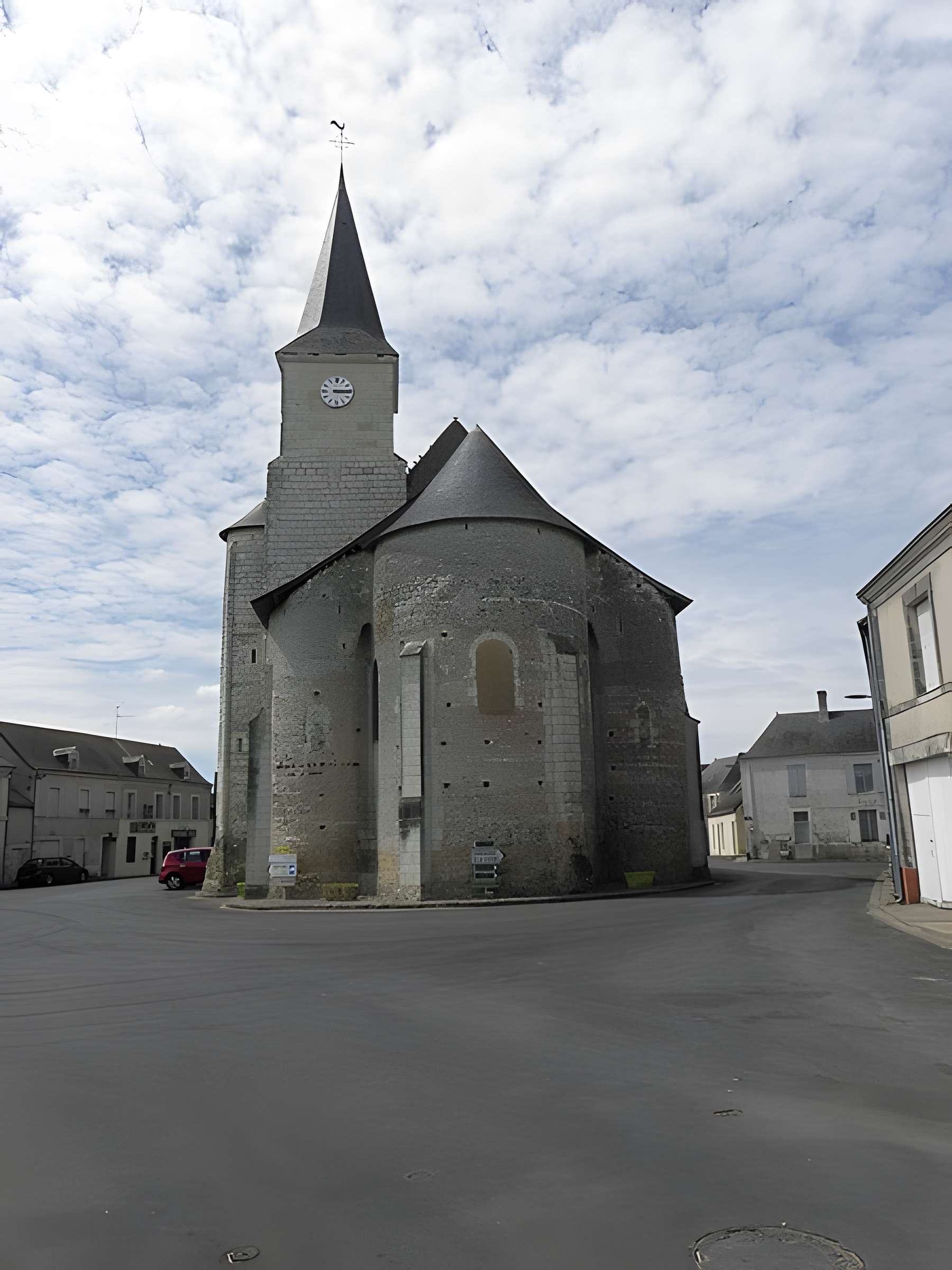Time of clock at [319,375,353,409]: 3:14
